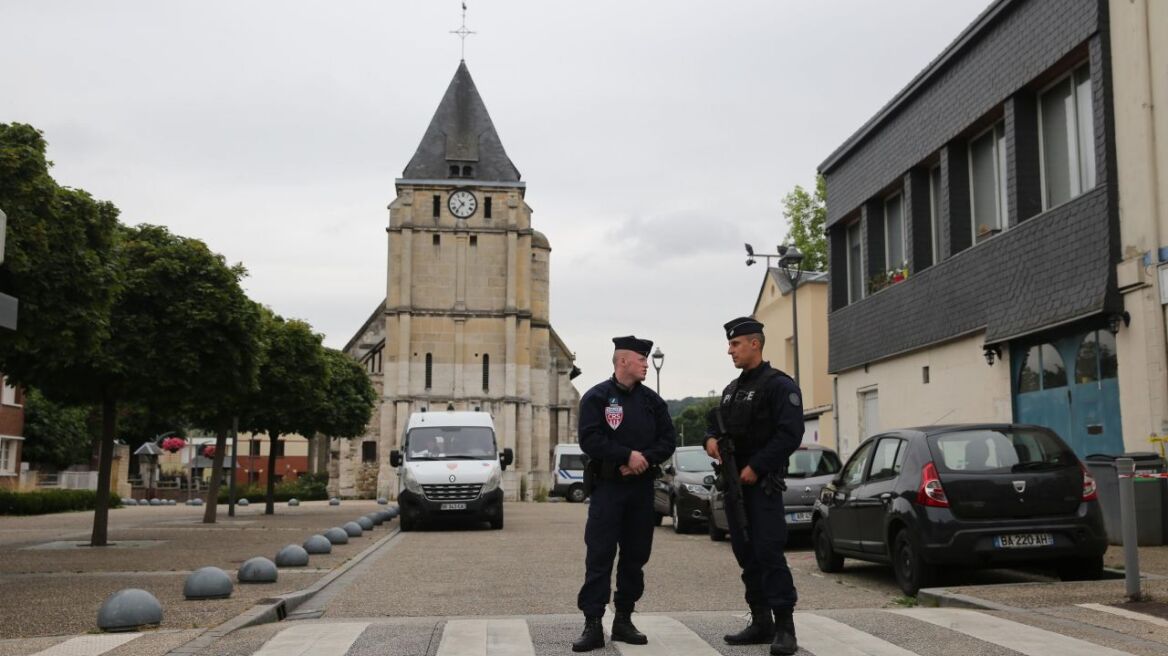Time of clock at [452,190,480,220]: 10:36
